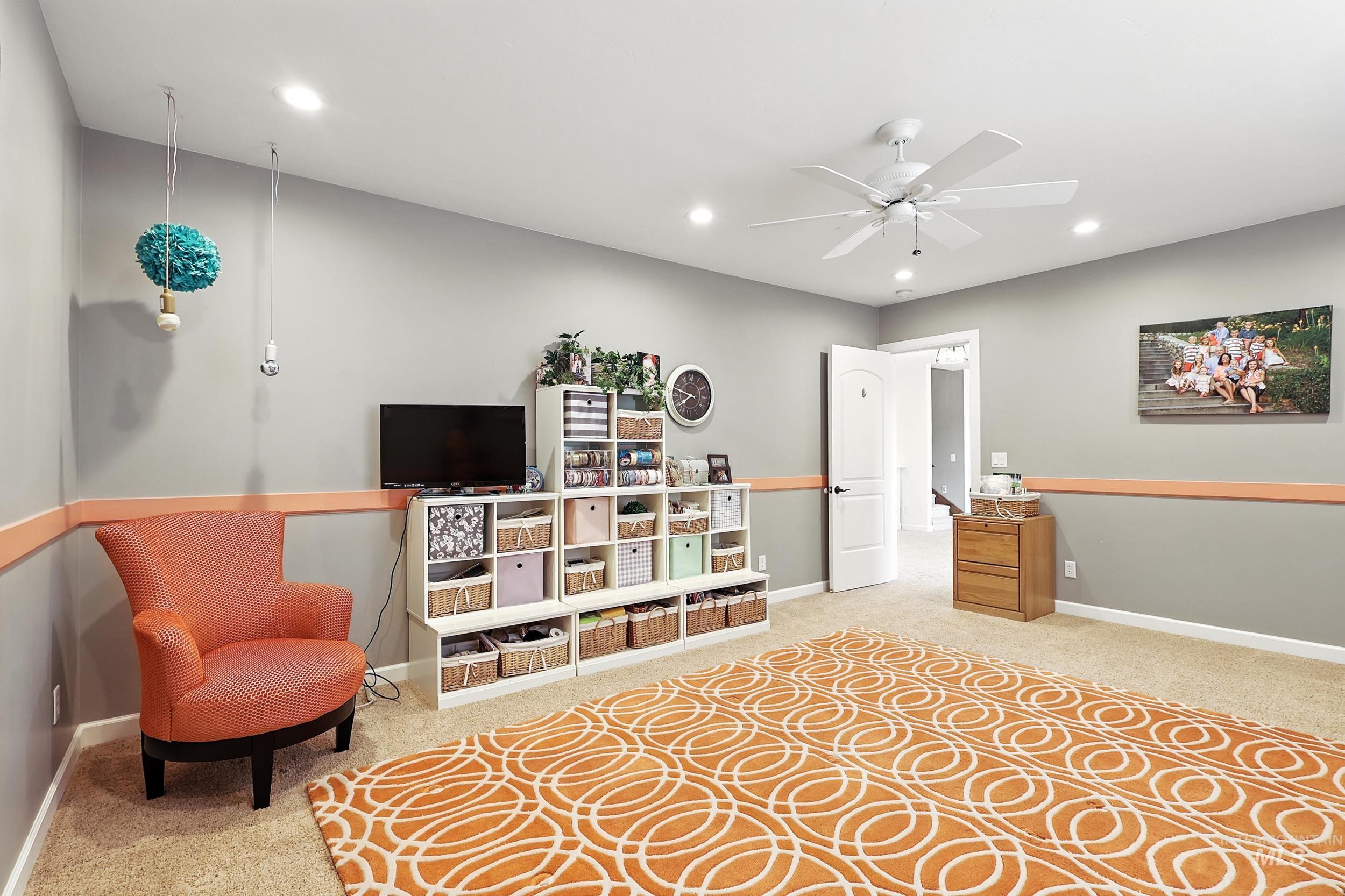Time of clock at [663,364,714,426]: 7:47
